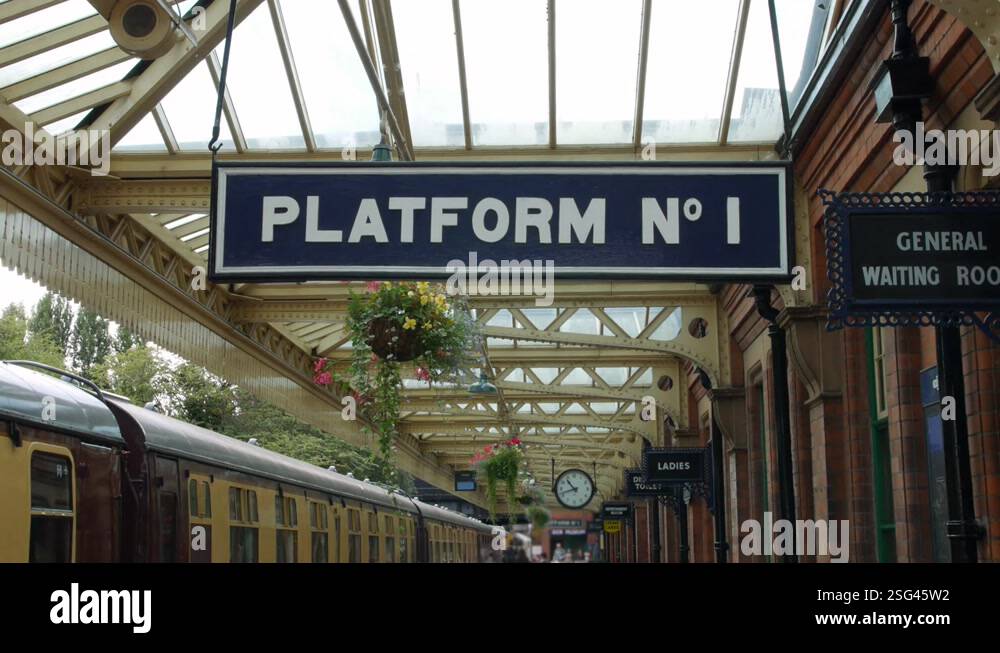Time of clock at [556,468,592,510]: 10:42
